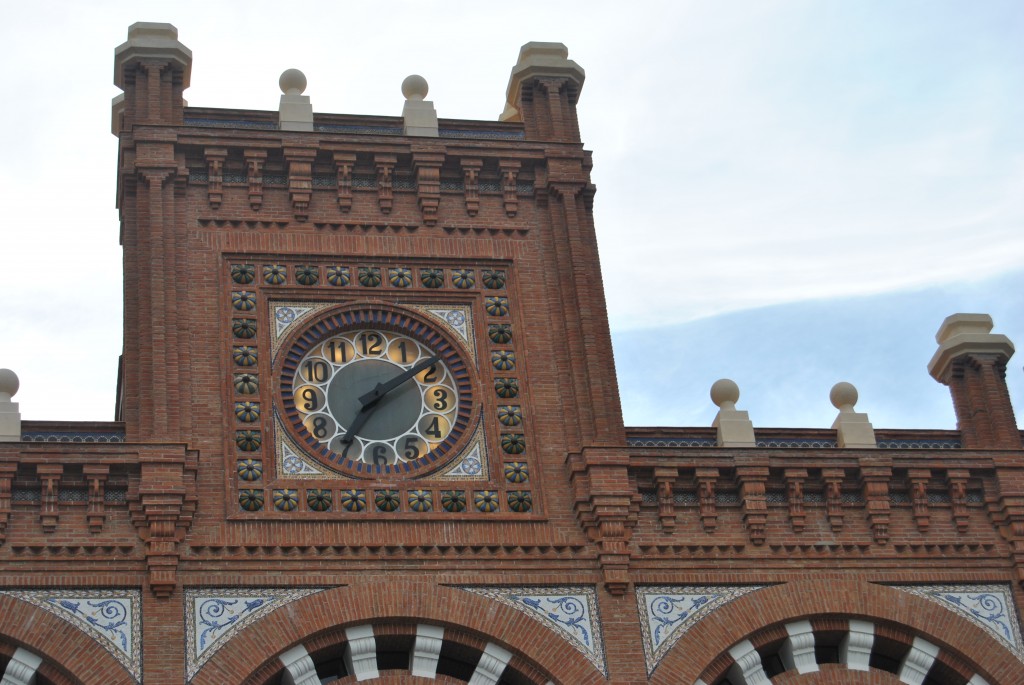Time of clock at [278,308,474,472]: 7:09
